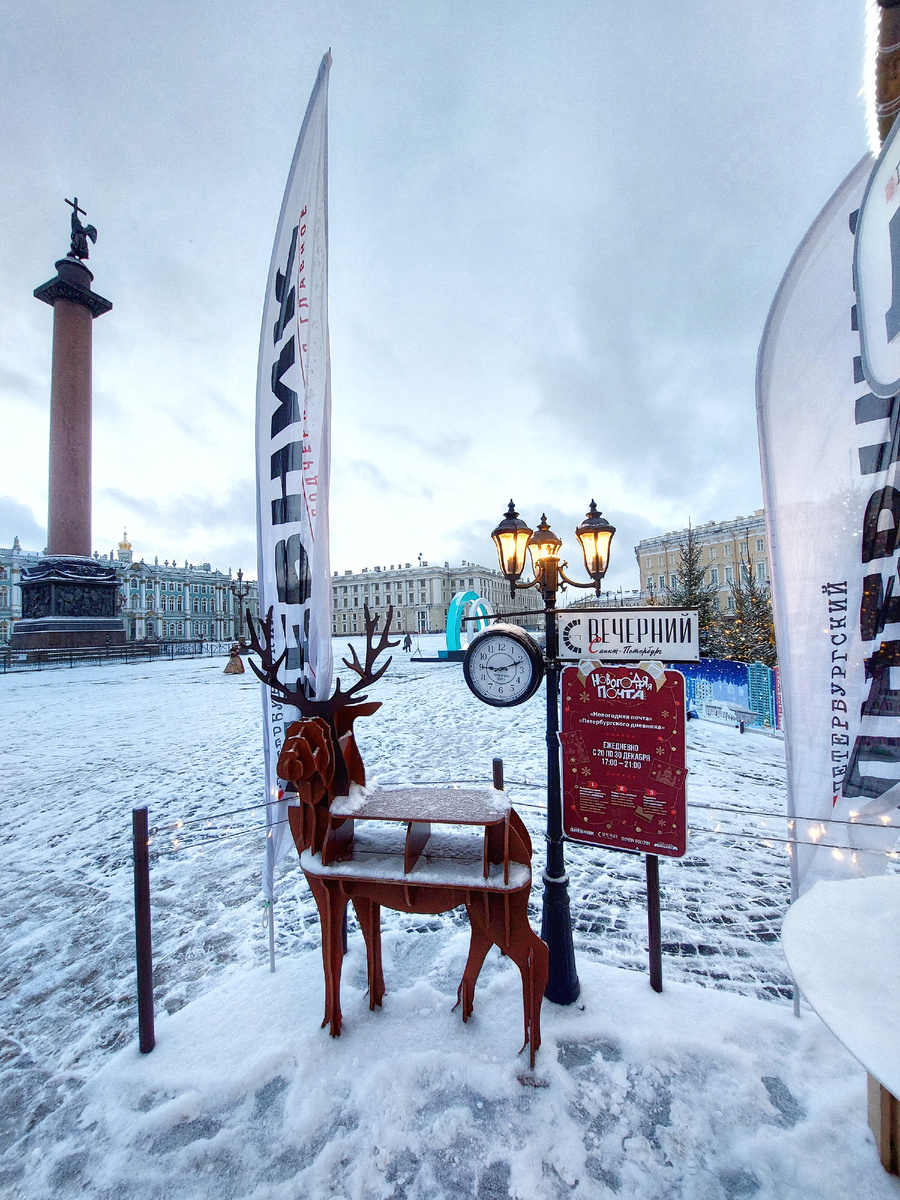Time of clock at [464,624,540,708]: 9:11
